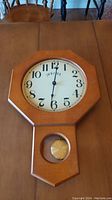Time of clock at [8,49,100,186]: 6:01
